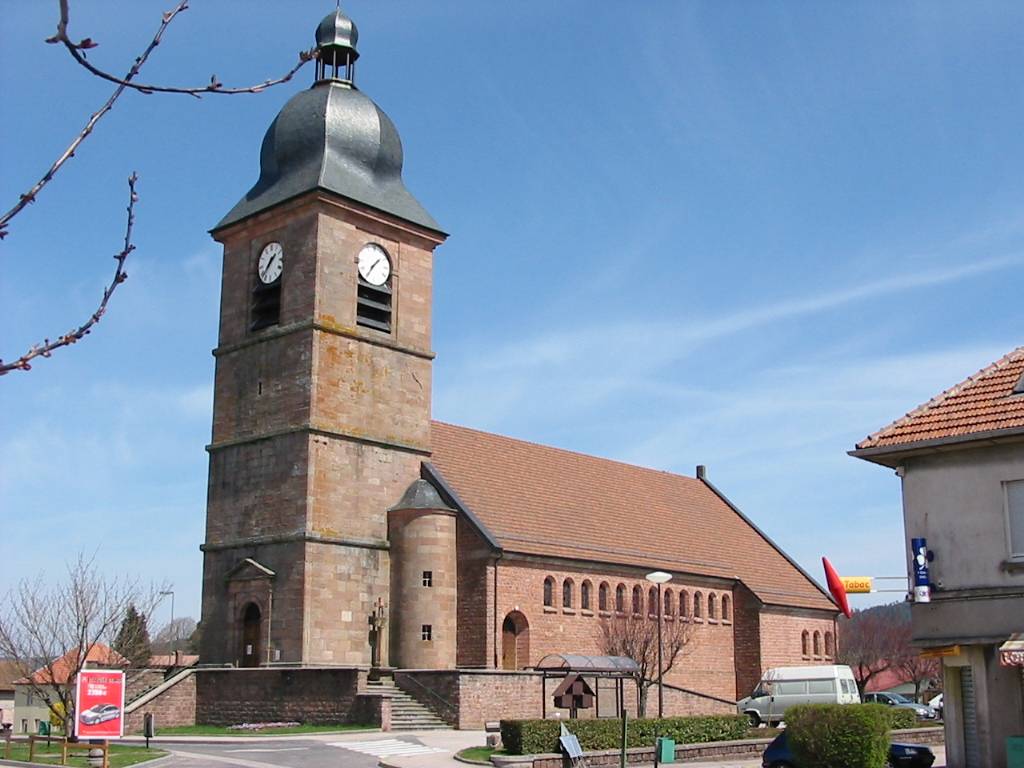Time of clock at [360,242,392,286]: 1:35
